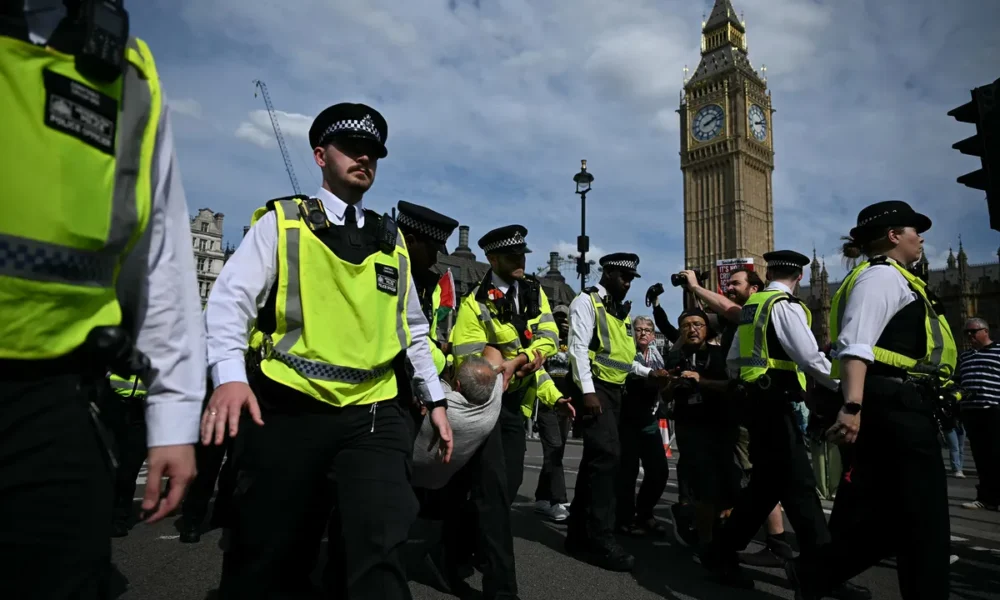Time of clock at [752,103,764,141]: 2:12
